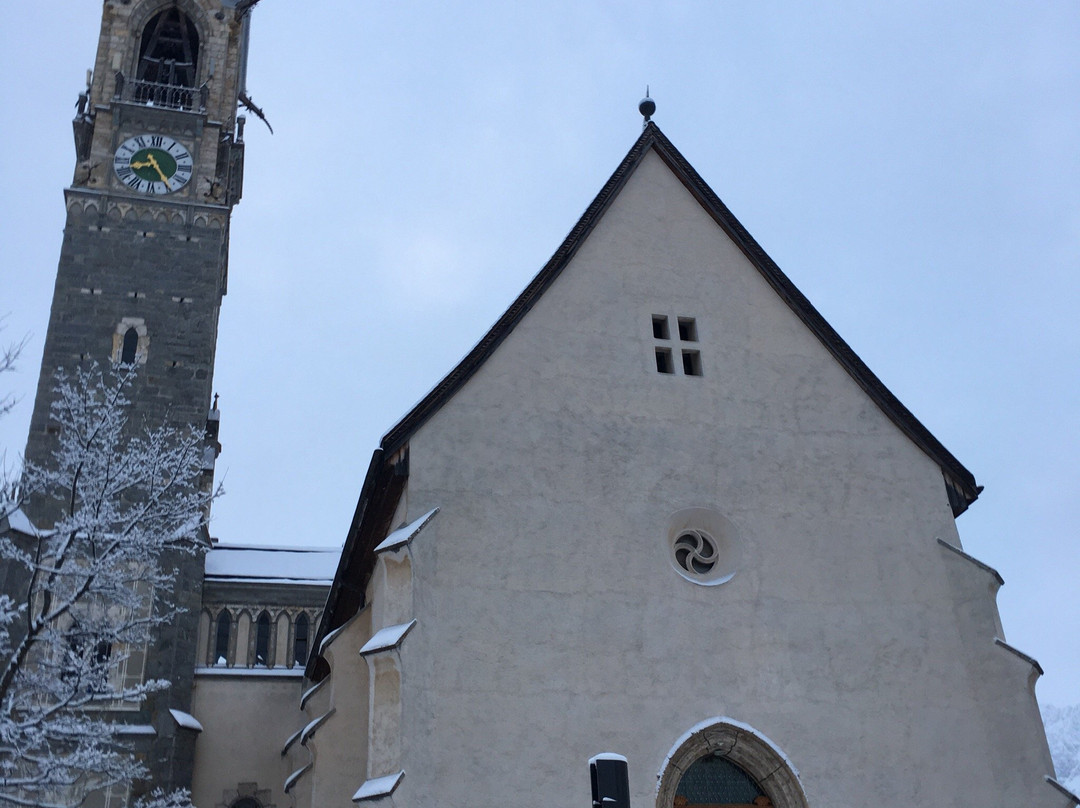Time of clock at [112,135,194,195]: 8:24
